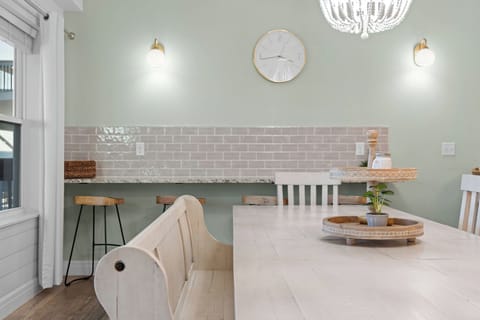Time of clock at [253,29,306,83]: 3:43
